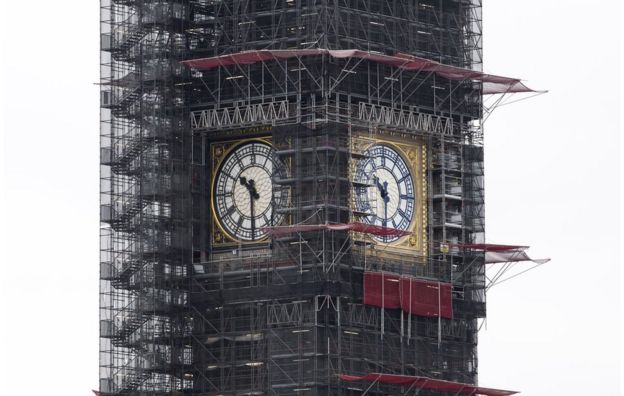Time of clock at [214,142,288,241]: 10:30
